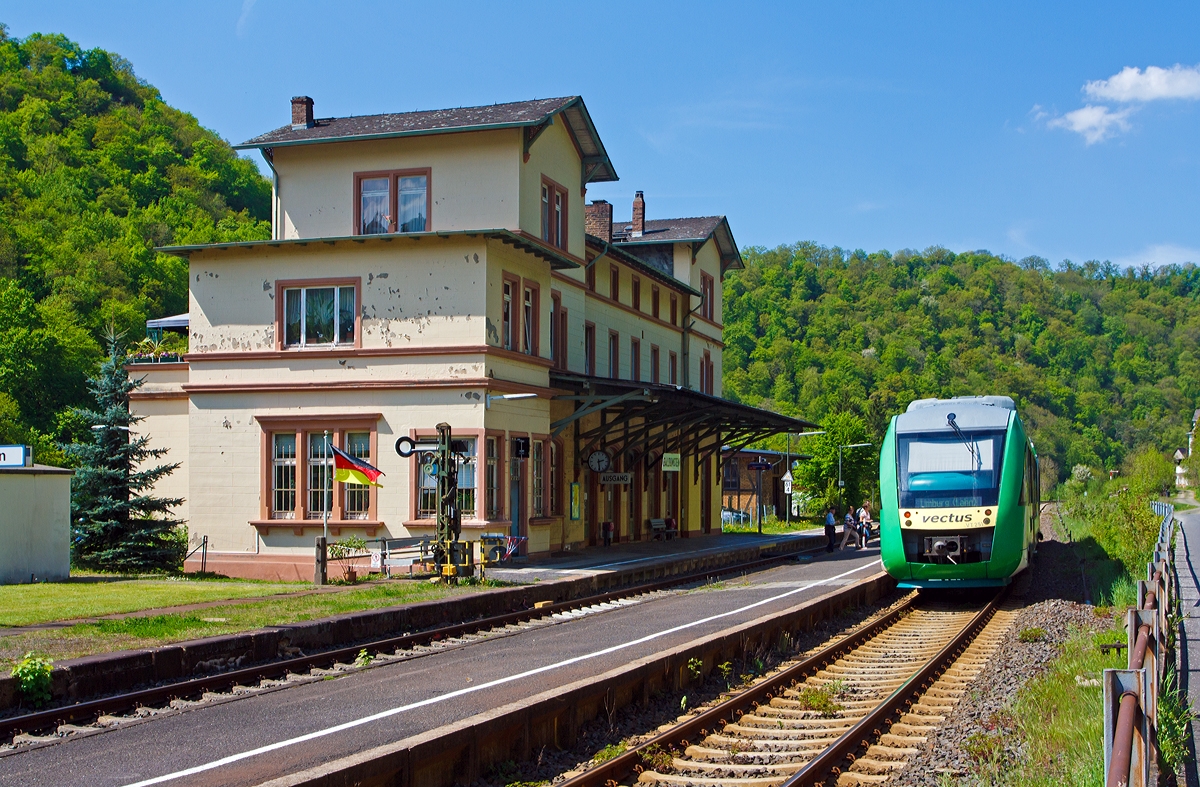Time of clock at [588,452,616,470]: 2:29
